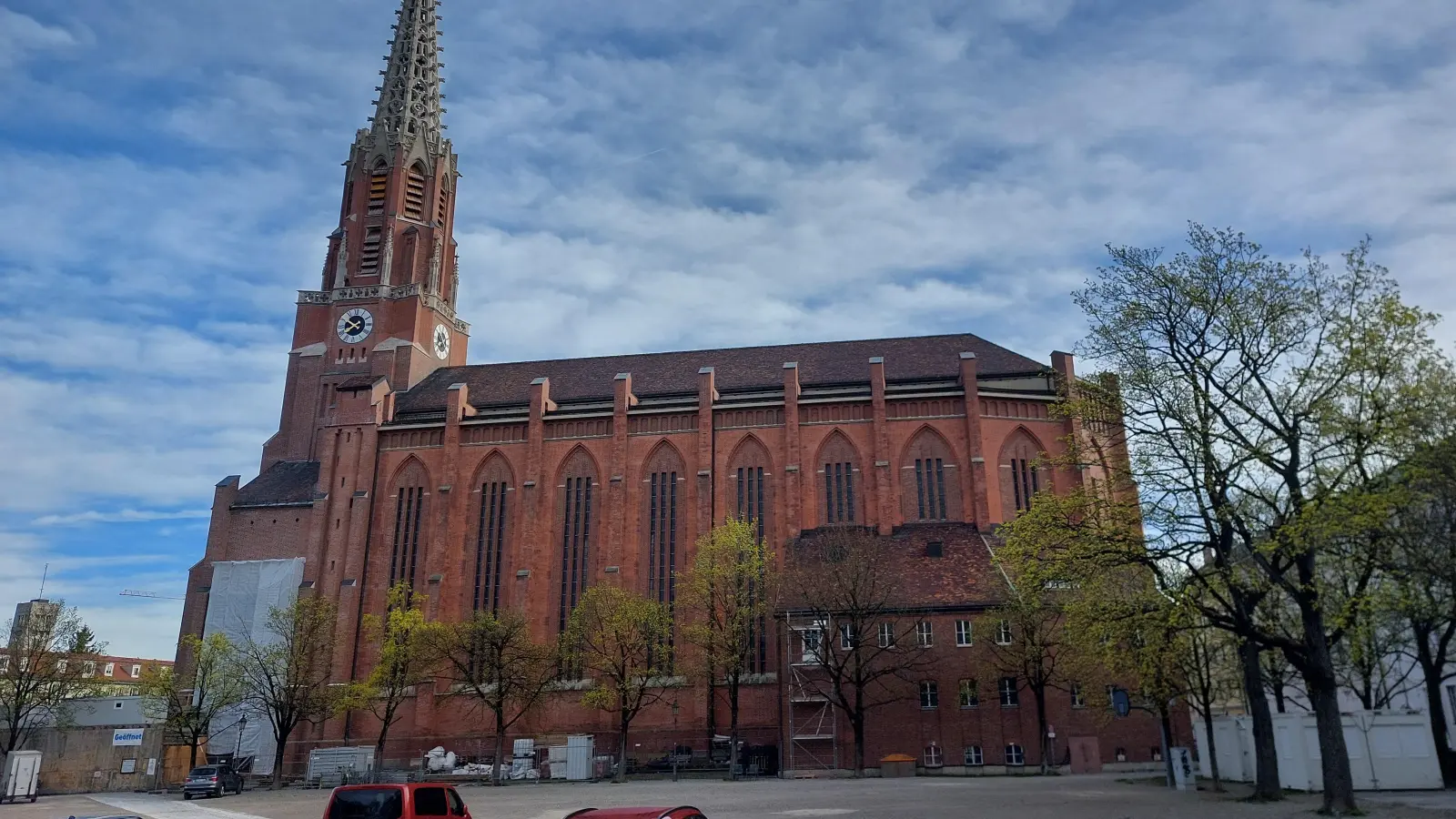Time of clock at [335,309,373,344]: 7:50
